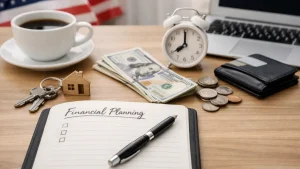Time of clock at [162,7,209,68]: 8:00
